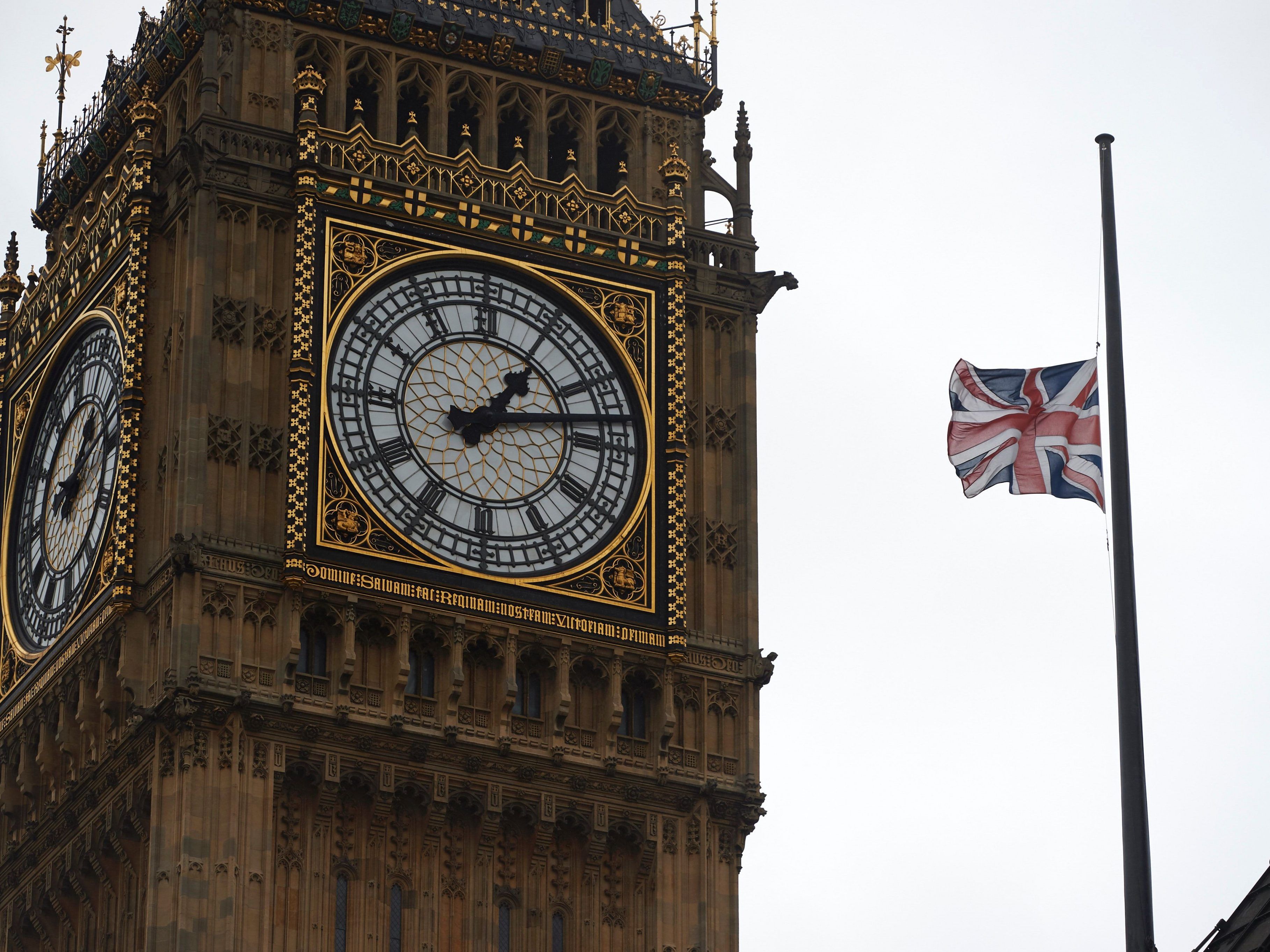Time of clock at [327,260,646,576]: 1:12
